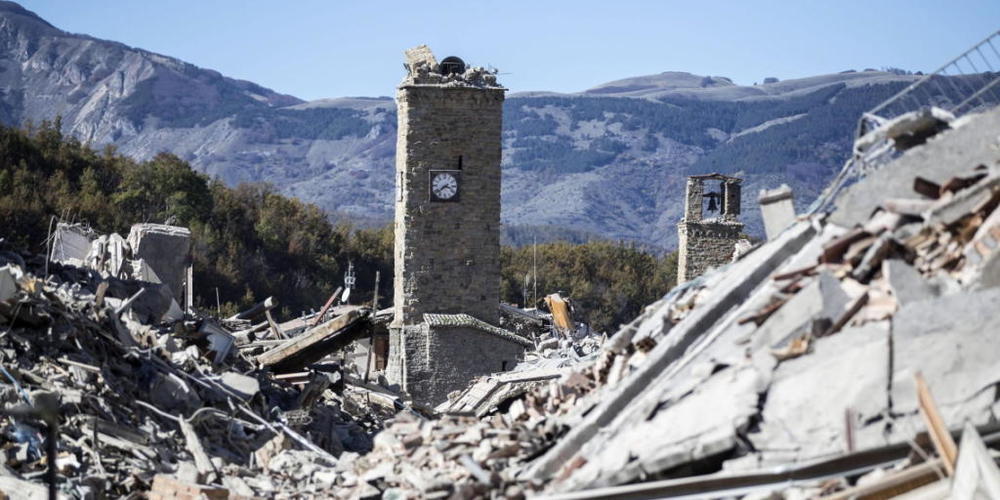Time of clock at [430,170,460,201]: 3:38
